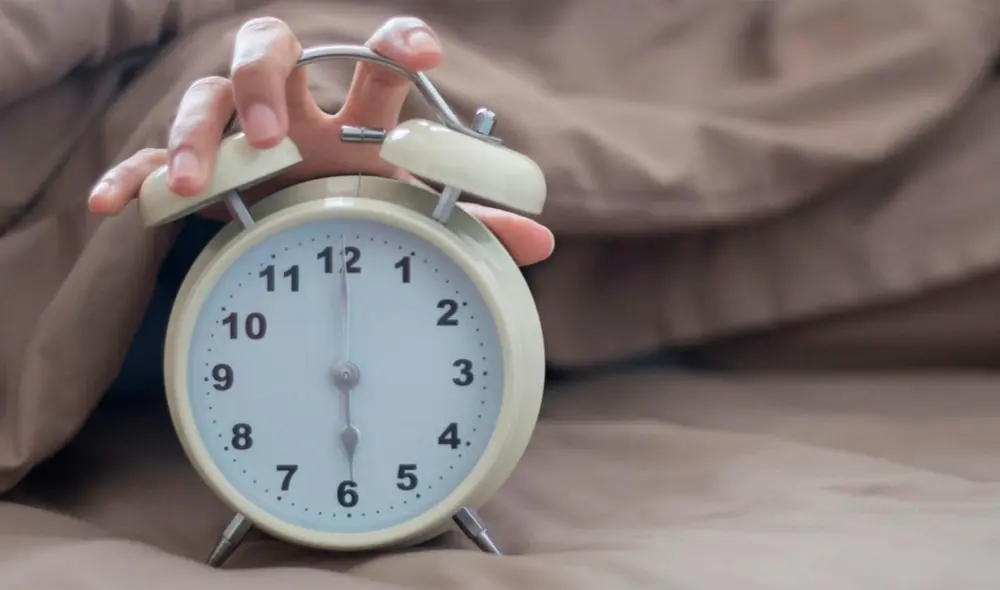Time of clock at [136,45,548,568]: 6:00
